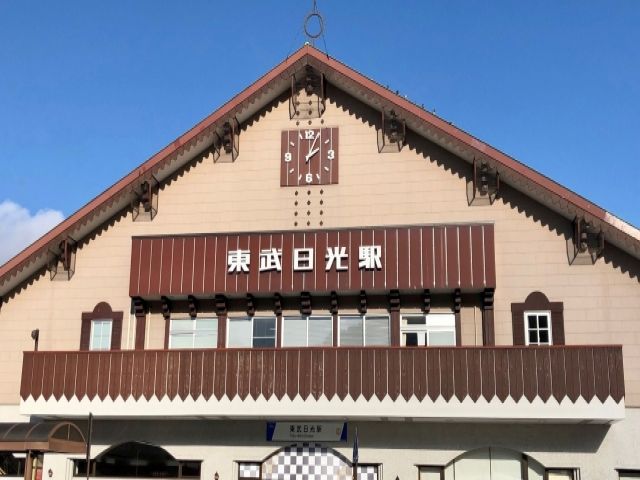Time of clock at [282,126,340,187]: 2:04
